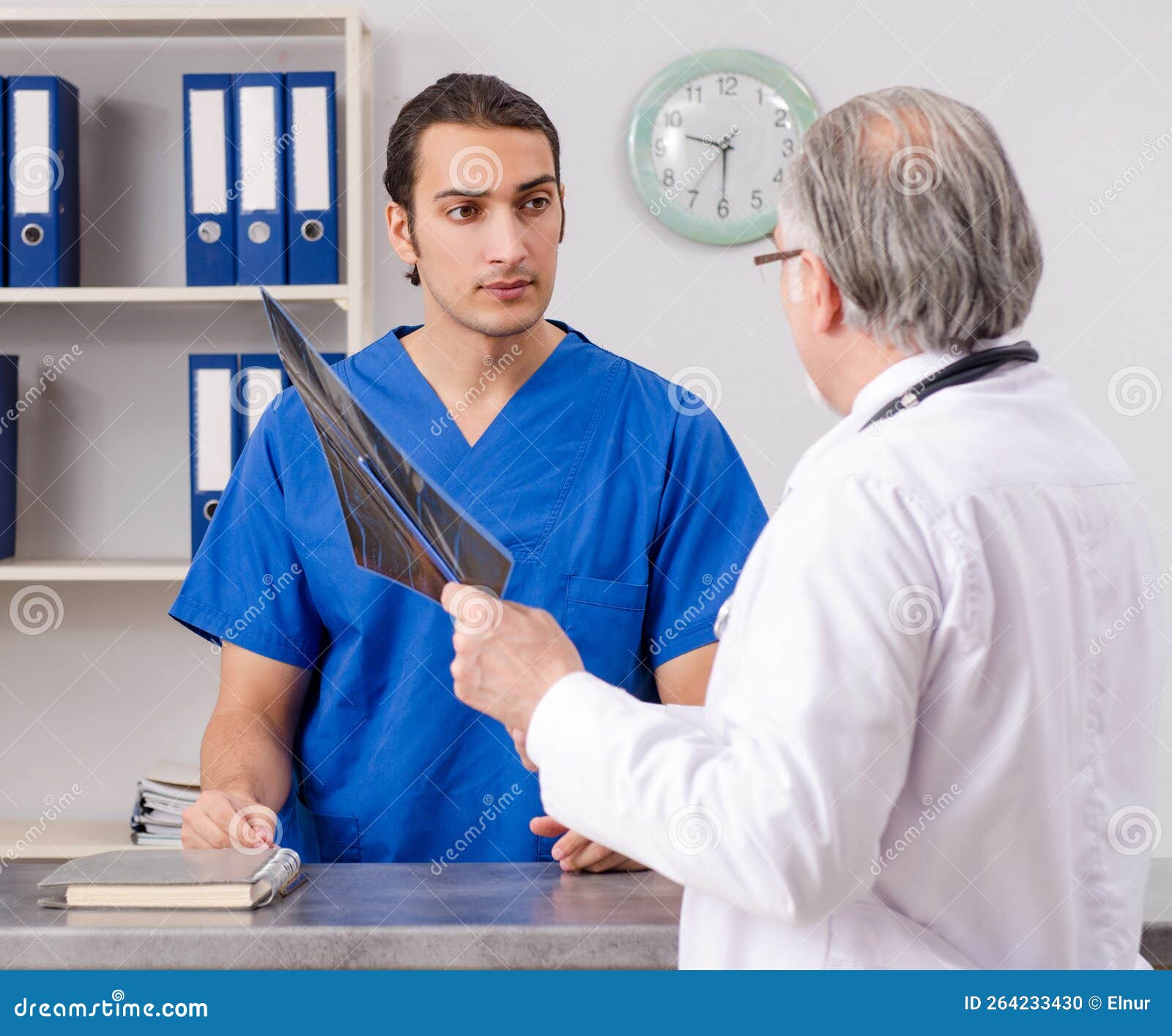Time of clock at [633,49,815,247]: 9:30
